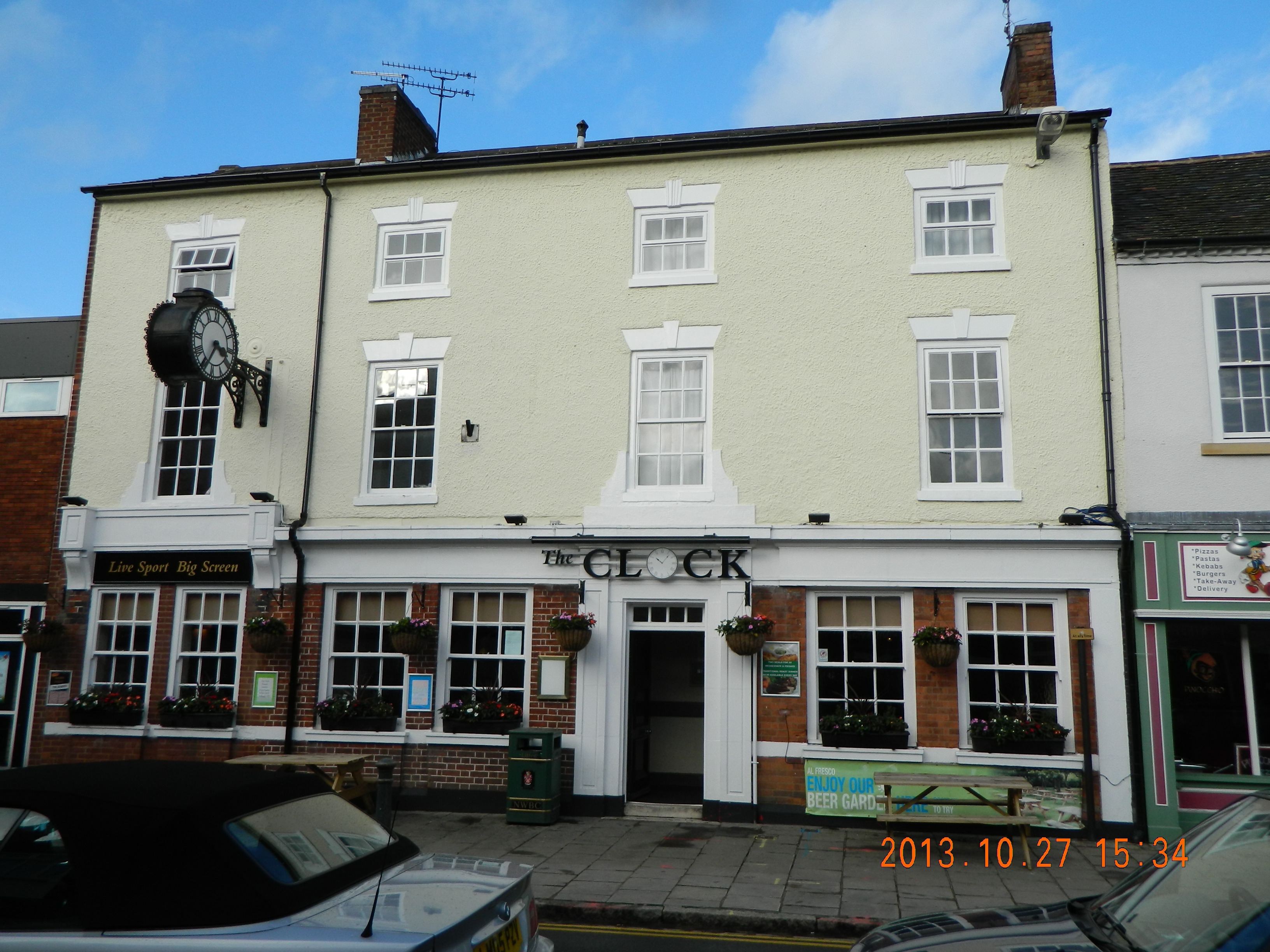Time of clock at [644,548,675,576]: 10:06
